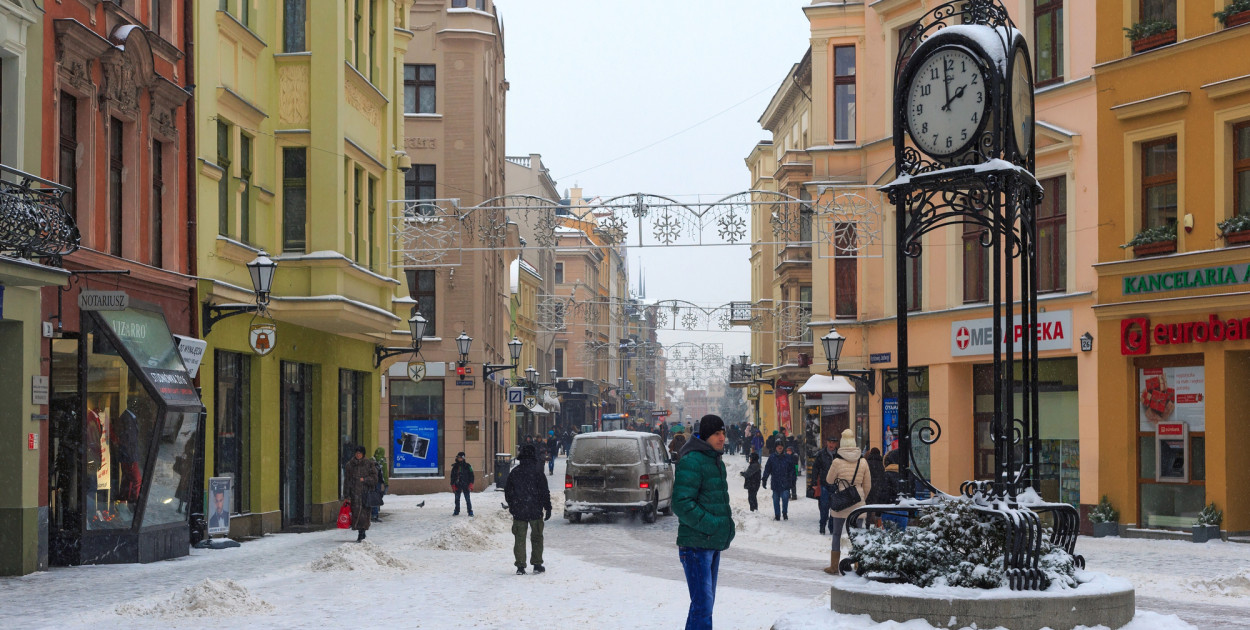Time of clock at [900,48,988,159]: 1:59
